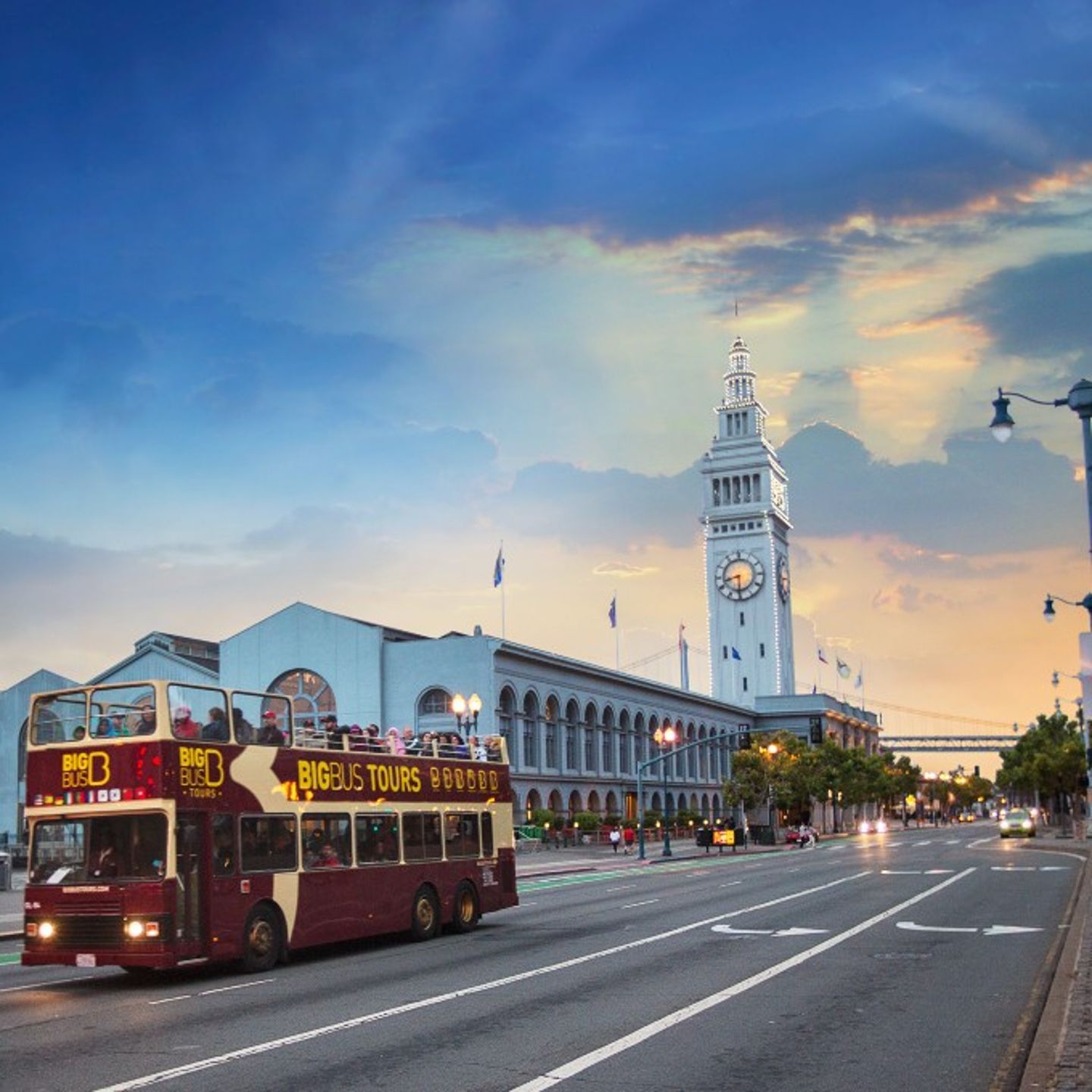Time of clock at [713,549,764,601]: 8:30
